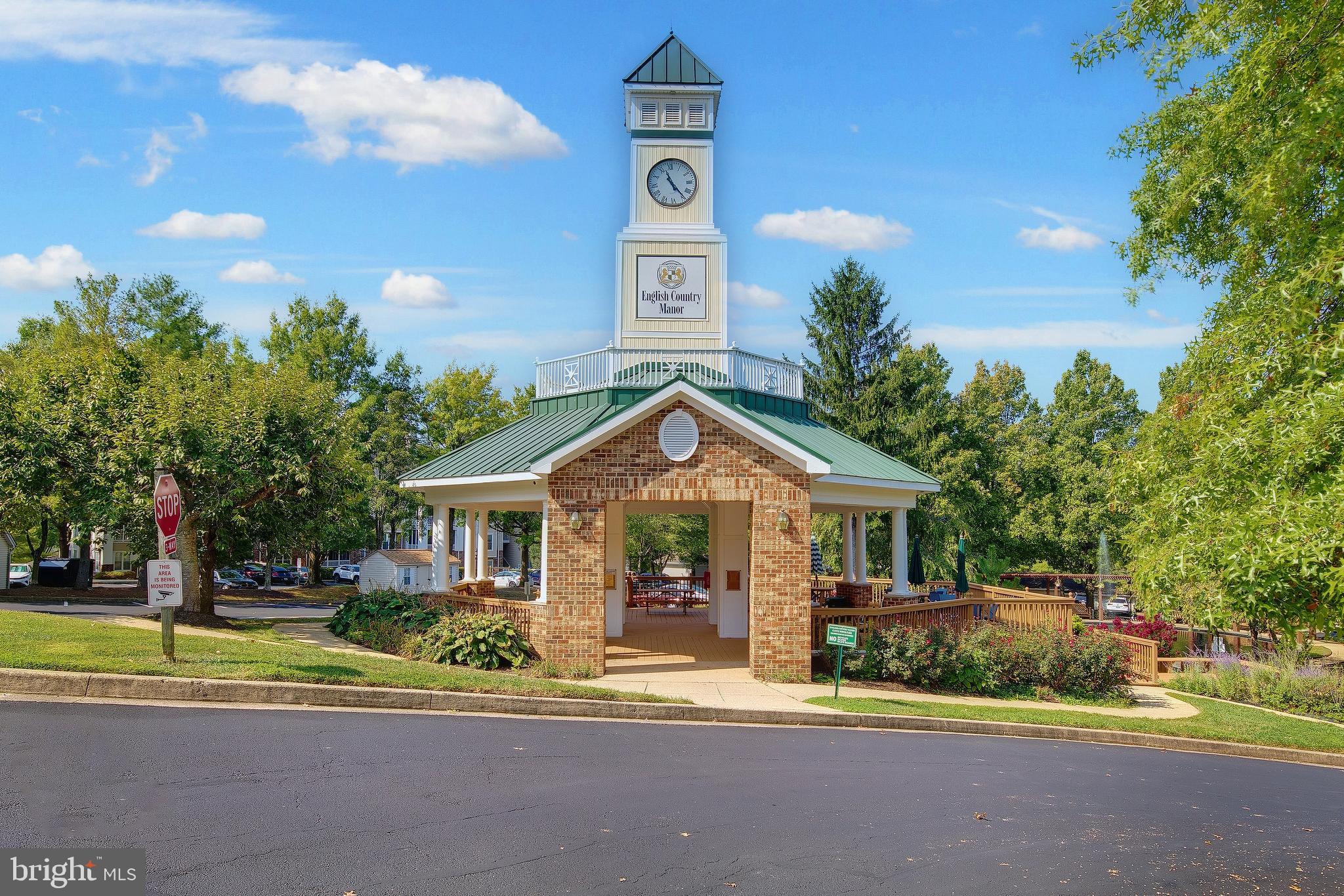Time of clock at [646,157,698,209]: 11:24
